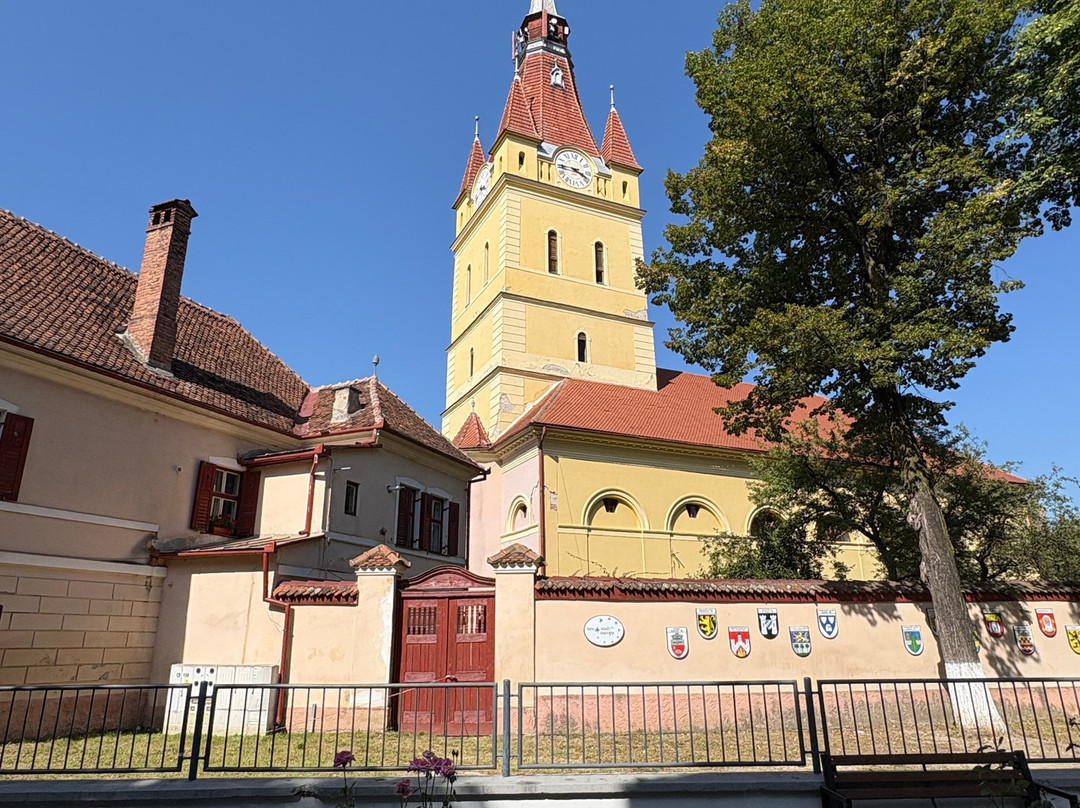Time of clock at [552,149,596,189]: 3:44
